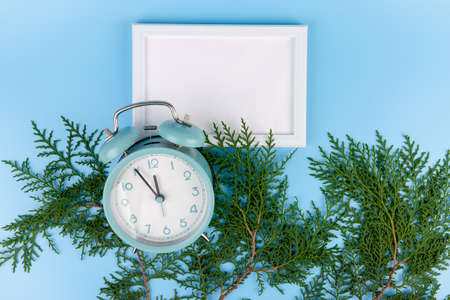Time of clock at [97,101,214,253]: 11:55
